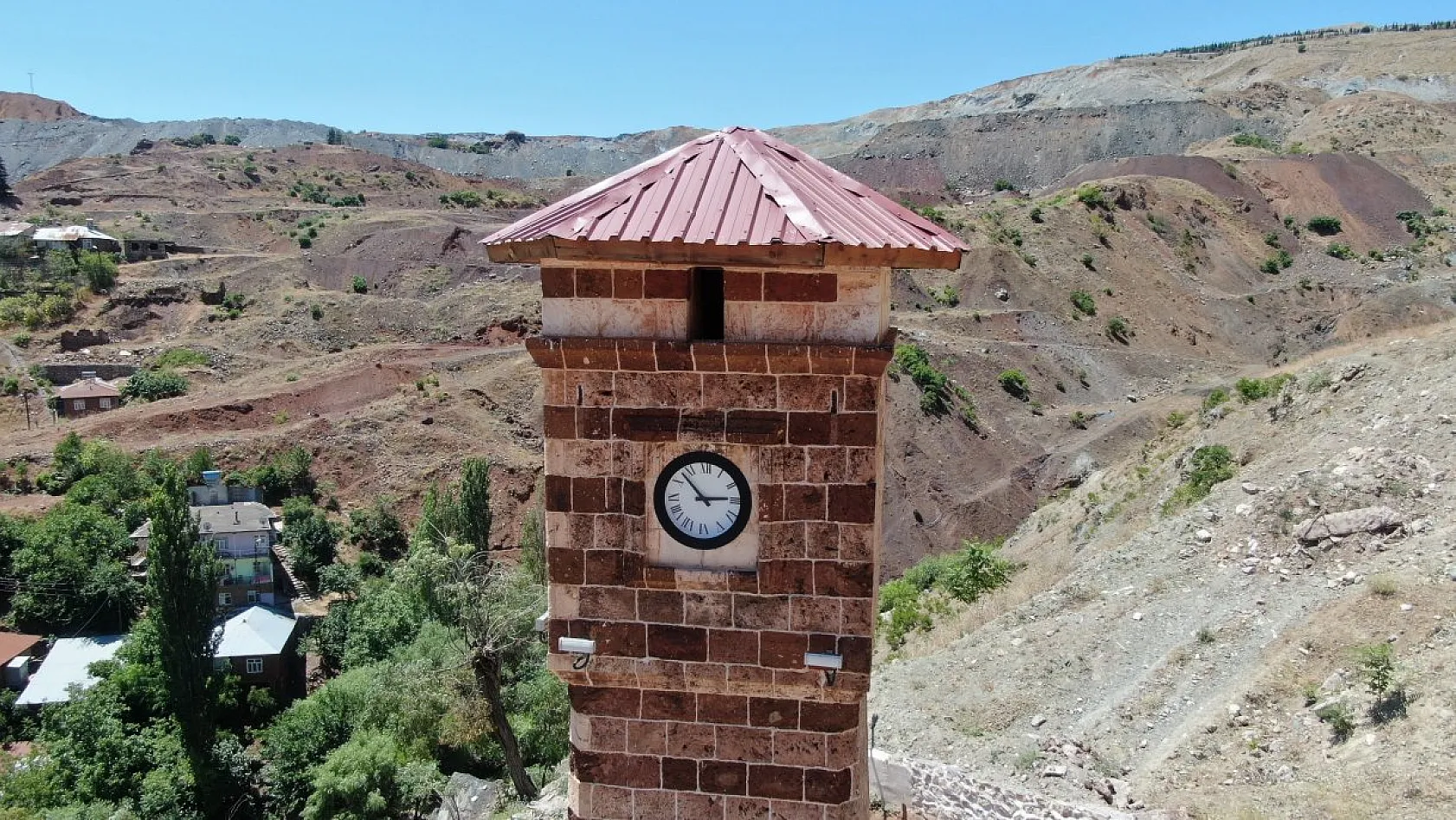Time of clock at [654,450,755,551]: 2:52
